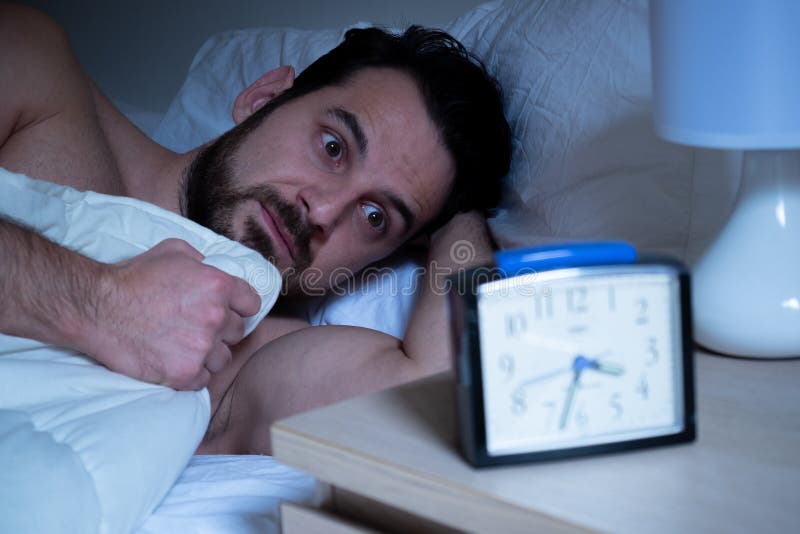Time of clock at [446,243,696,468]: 3:33
